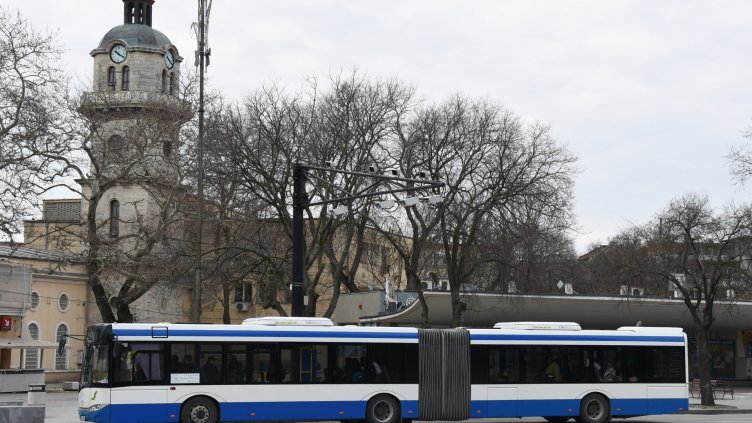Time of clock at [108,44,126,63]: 10:20
